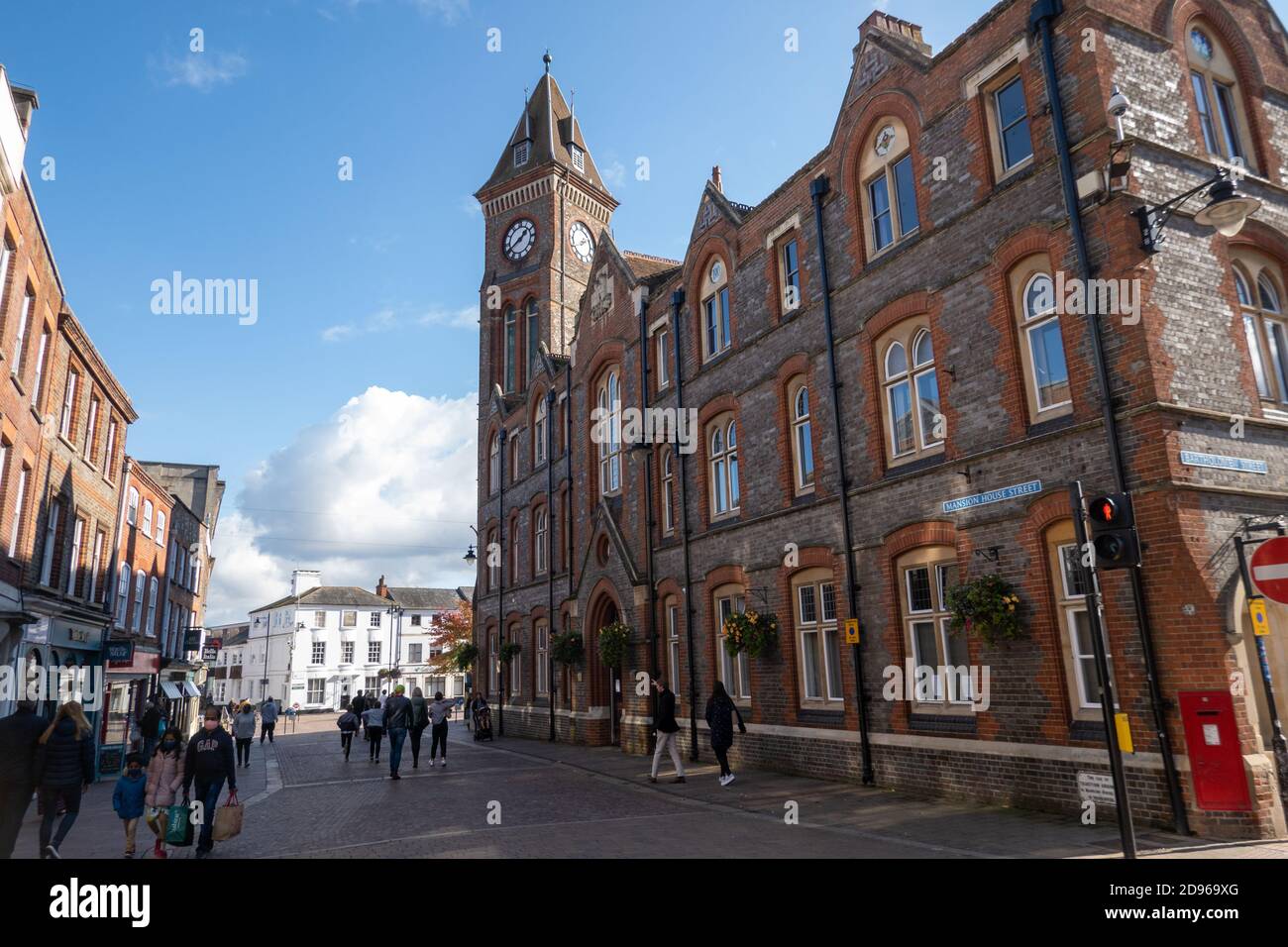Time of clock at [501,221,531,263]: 1:39
